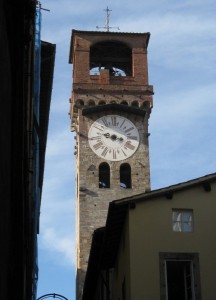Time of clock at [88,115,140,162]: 9:16
